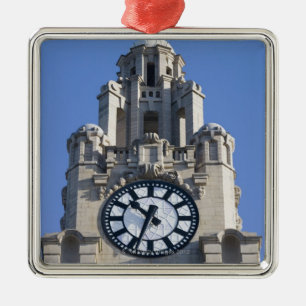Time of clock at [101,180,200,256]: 10:34
